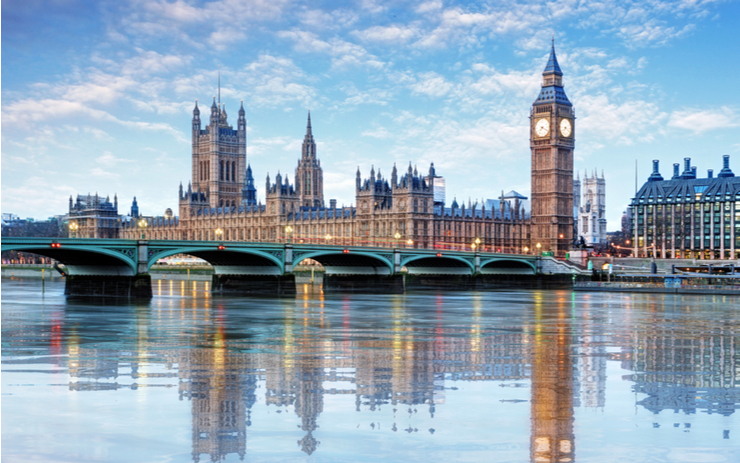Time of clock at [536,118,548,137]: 7:19
